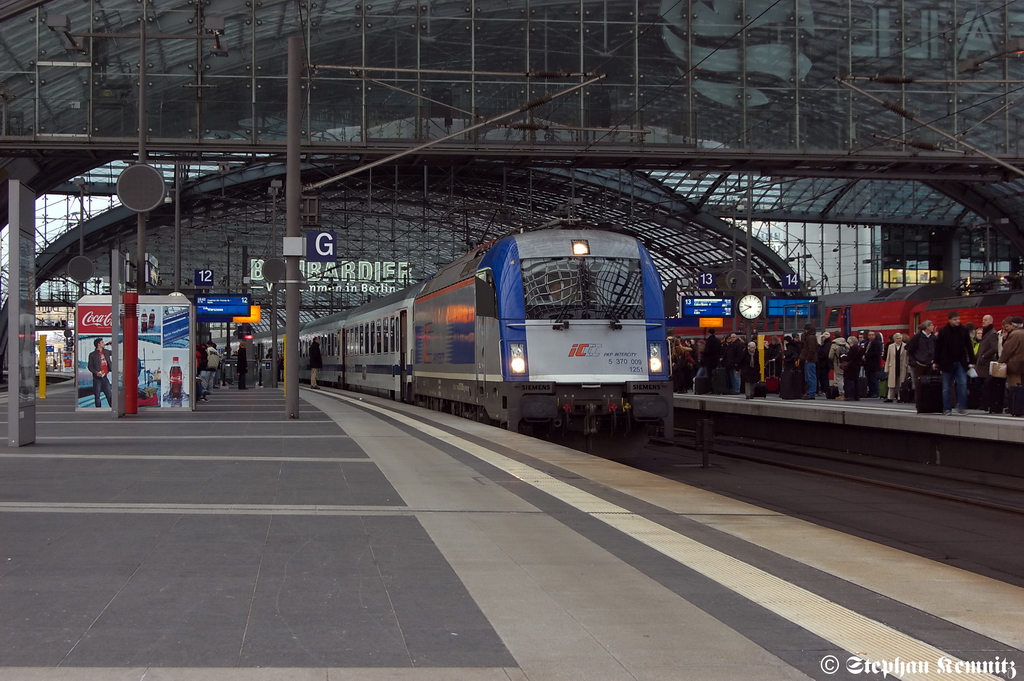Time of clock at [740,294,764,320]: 9:40
